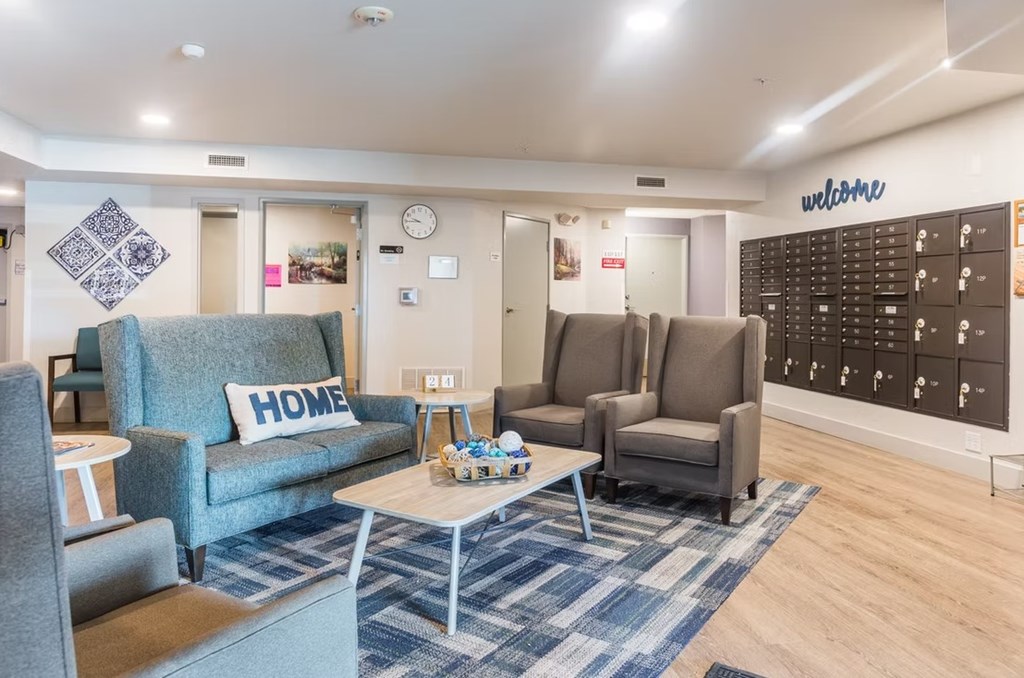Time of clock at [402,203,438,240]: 9:44
